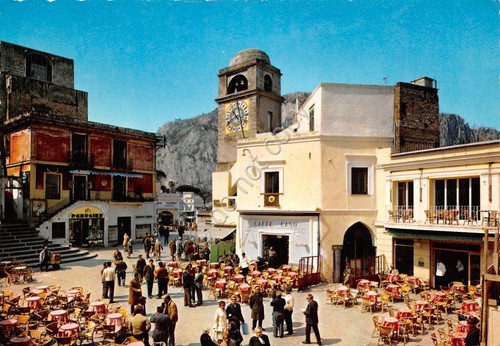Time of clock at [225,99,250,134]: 10:41
